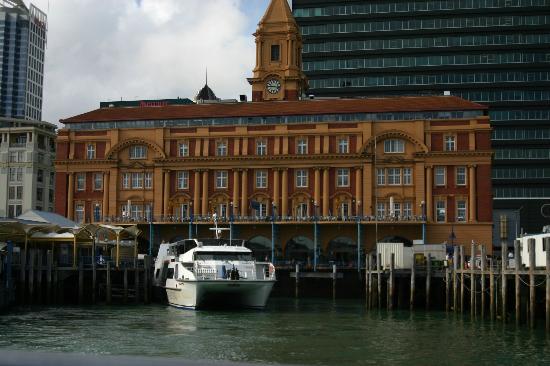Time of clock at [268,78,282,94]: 9:16
